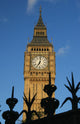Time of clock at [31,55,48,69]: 7:01
